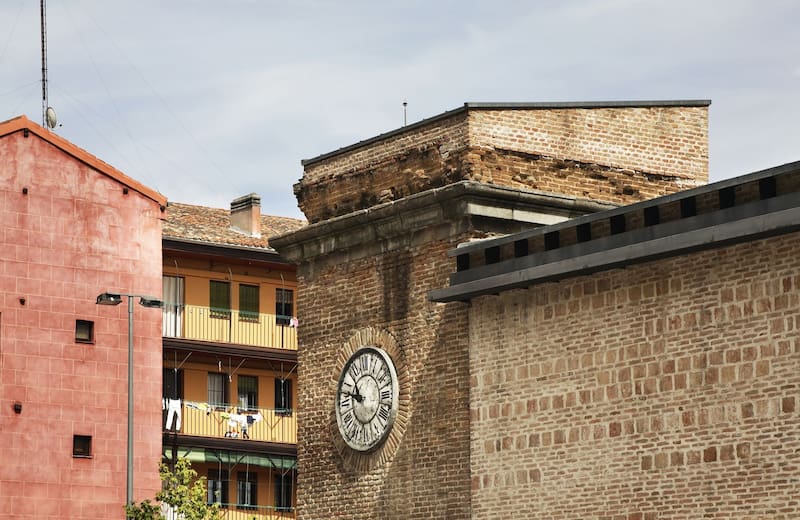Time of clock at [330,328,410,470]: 10:47
